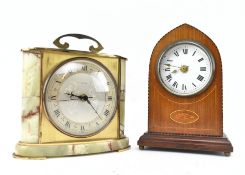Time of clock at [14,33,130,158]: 9:22
